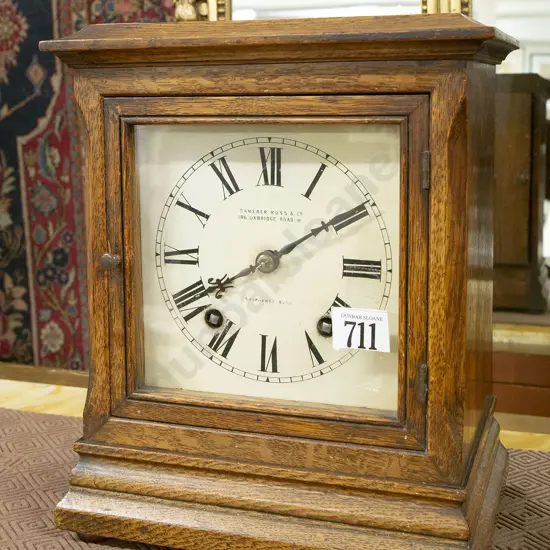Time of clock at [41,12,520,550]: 8:09
